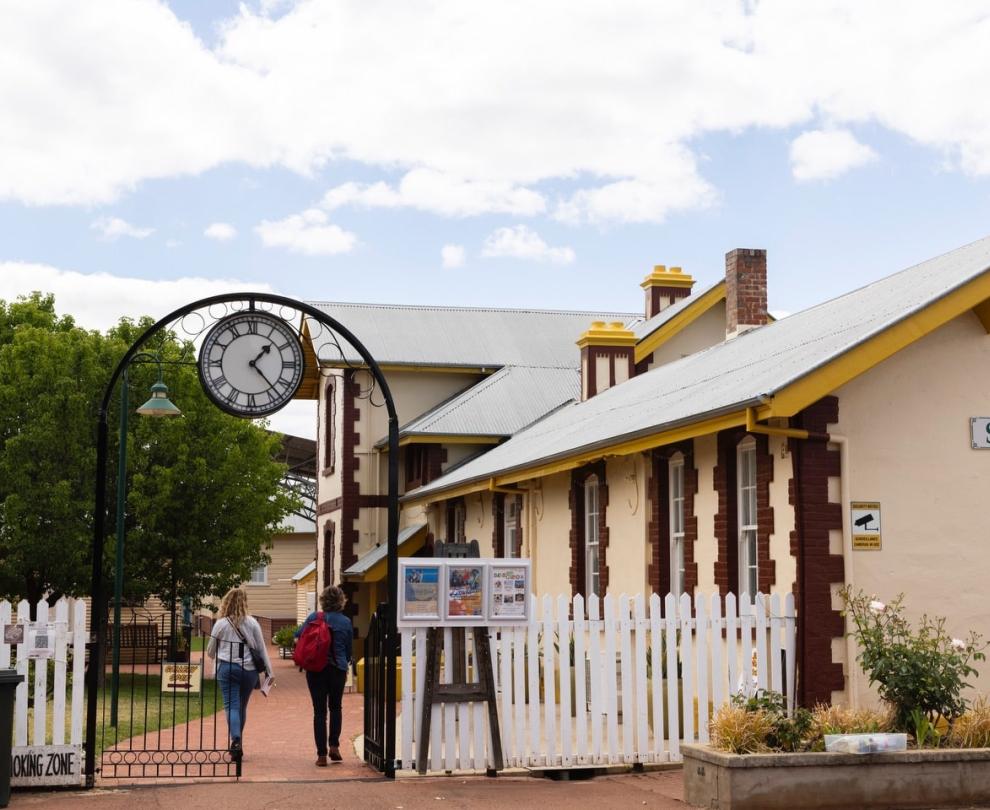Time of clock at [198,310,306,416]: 1:23
